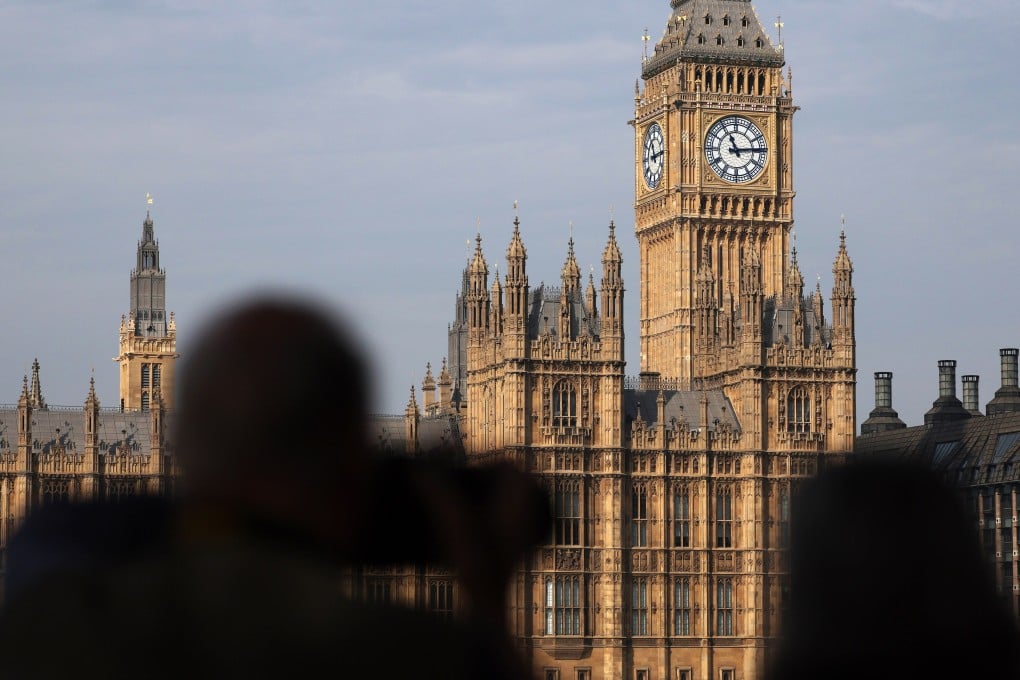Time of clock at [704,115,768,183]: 11:13
